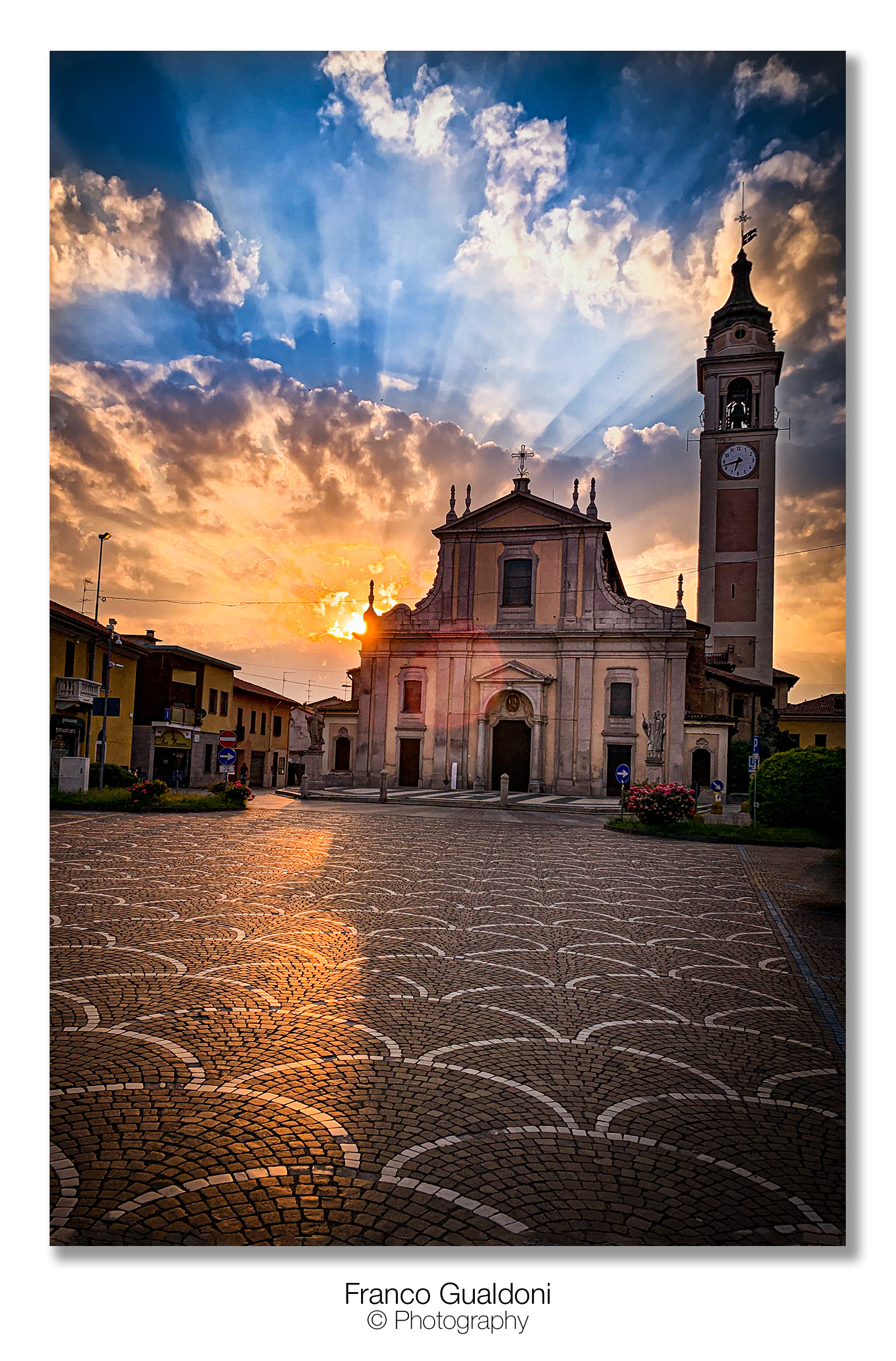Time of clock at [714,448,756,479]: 6:42
